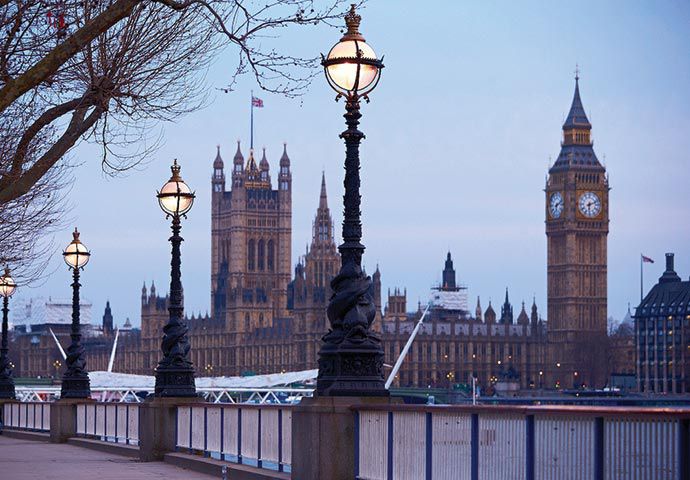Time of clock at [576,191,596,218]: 6:11
